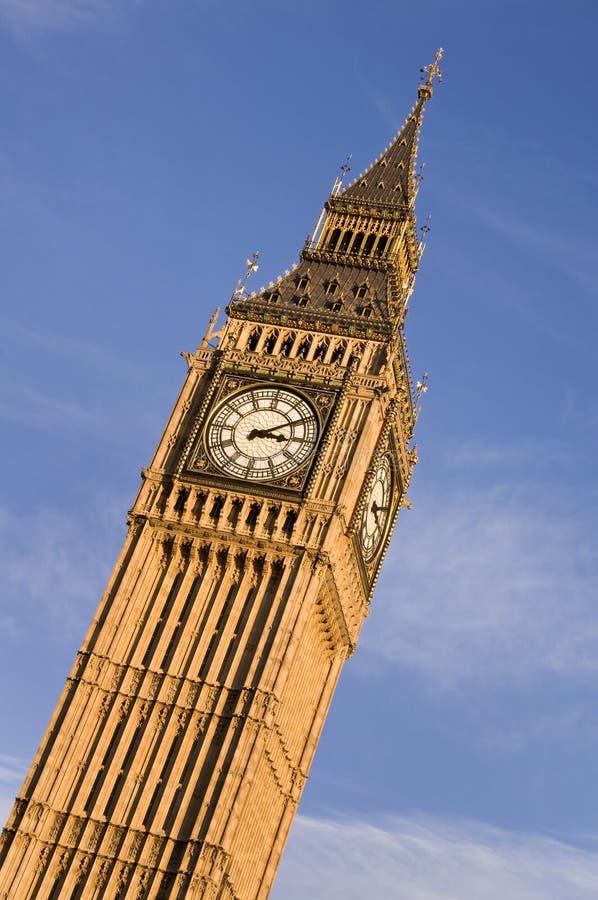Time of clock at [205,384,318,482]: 3:09
